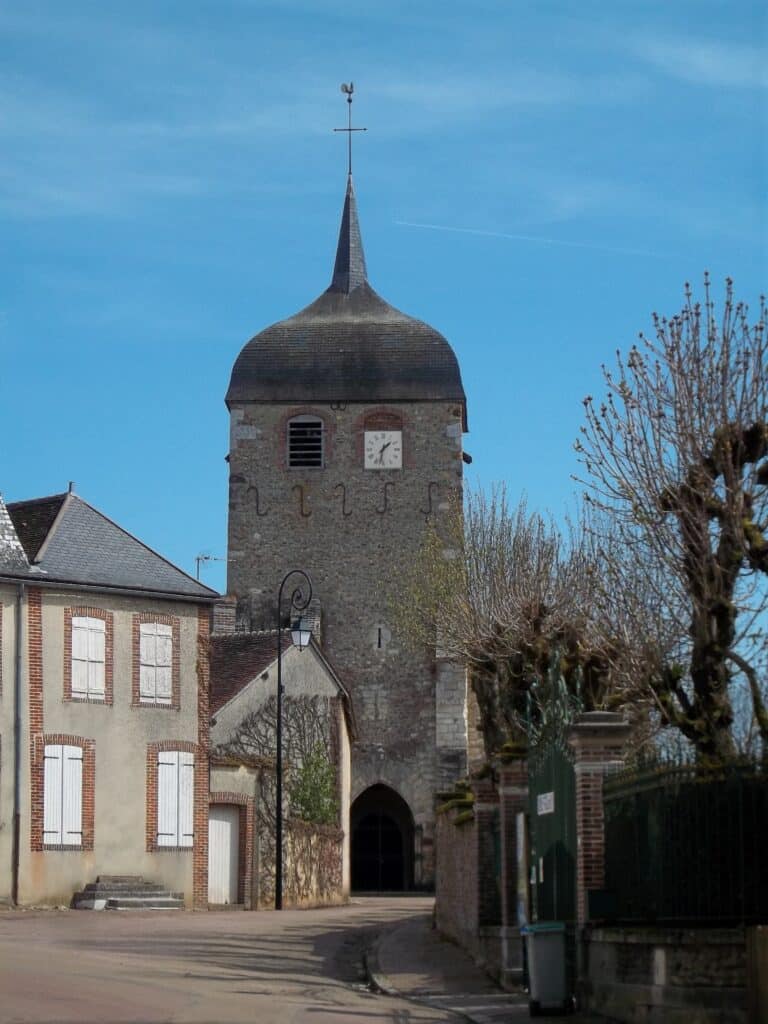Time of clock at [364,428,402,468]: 1:32
